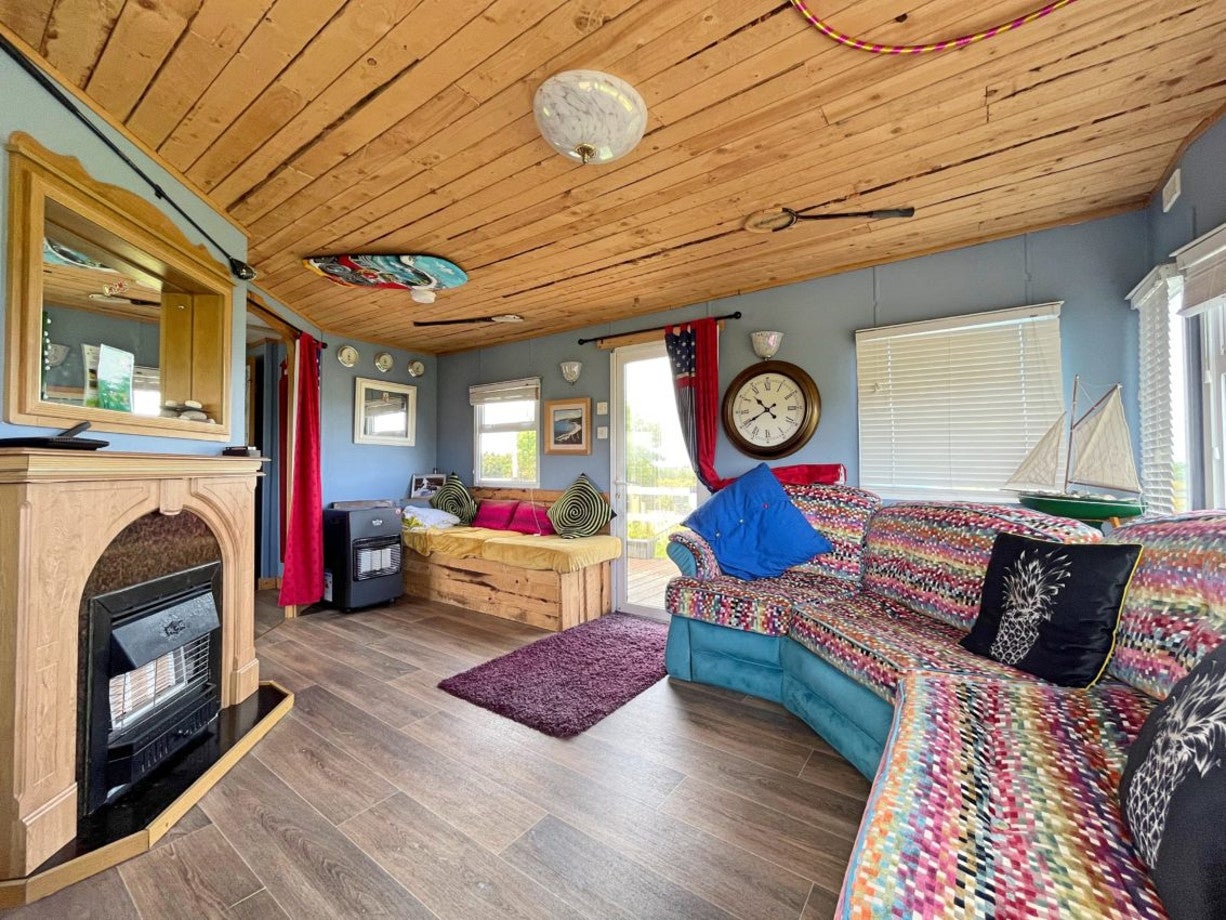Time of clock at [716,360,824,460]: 10:40
